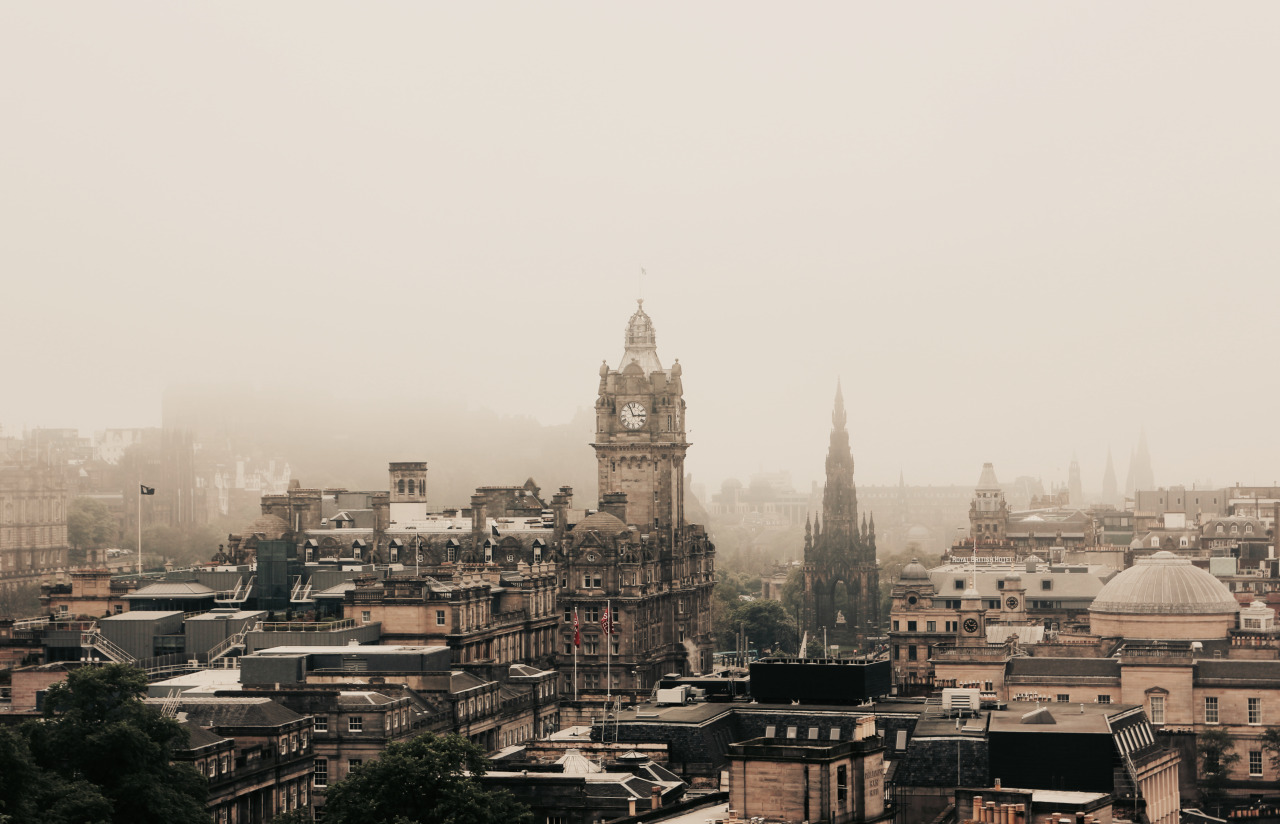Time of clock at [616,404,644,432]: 2:56
